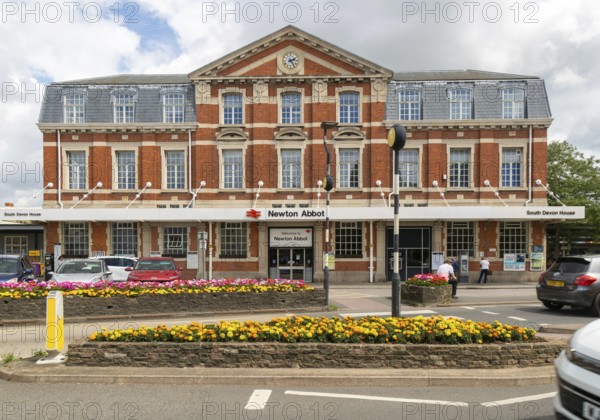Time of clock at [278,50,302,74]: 2:23
